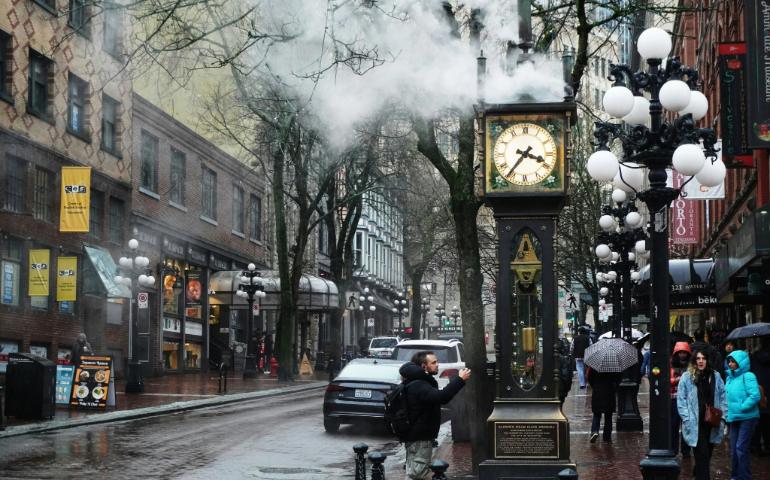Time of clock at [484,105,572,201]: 3:36
